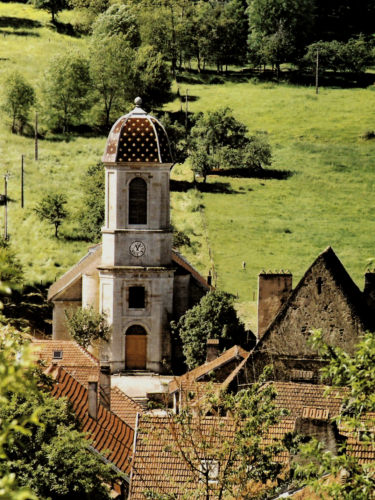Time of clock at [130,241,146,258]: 11:05
